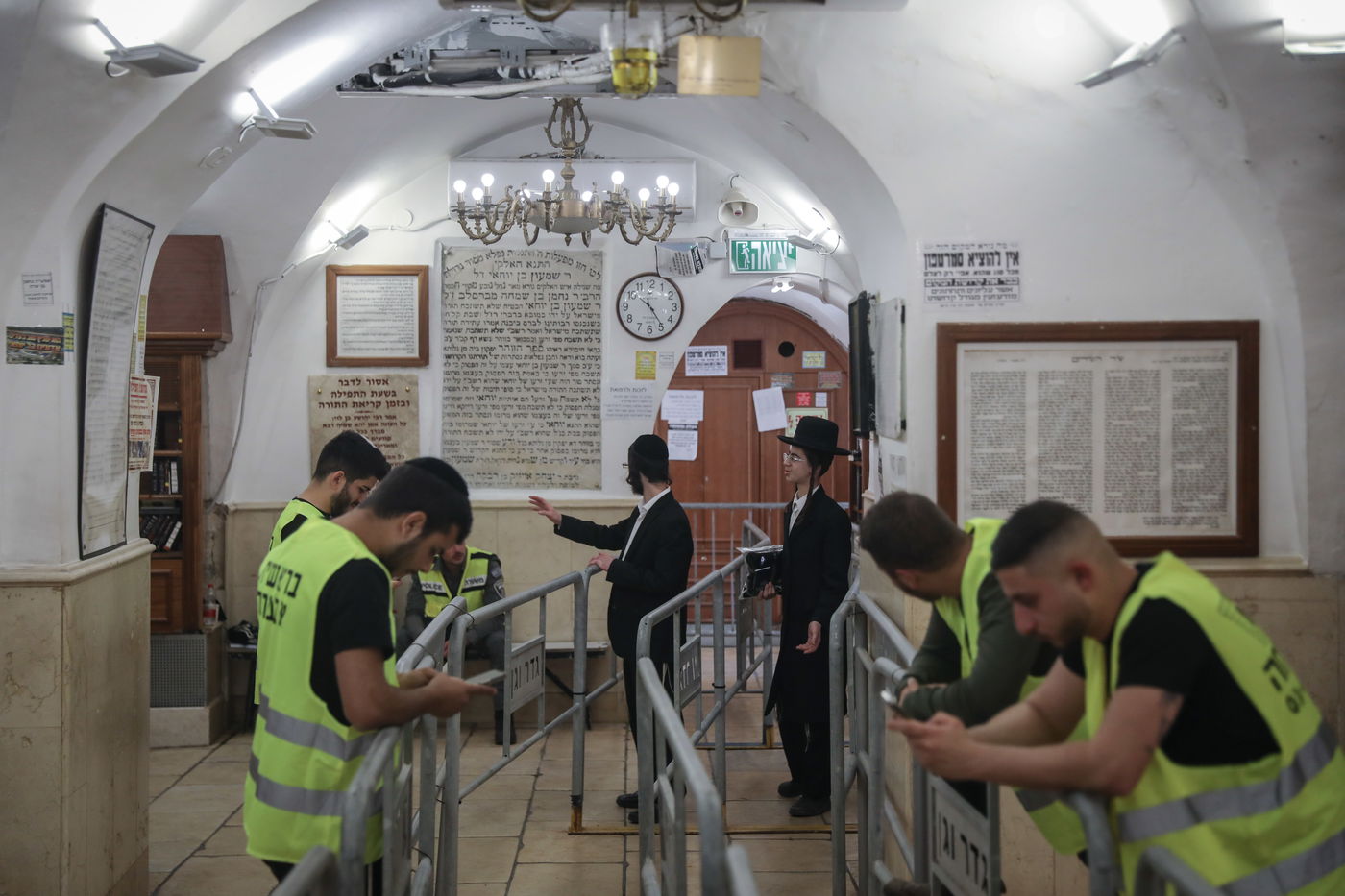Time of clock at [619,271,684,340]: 10:24
